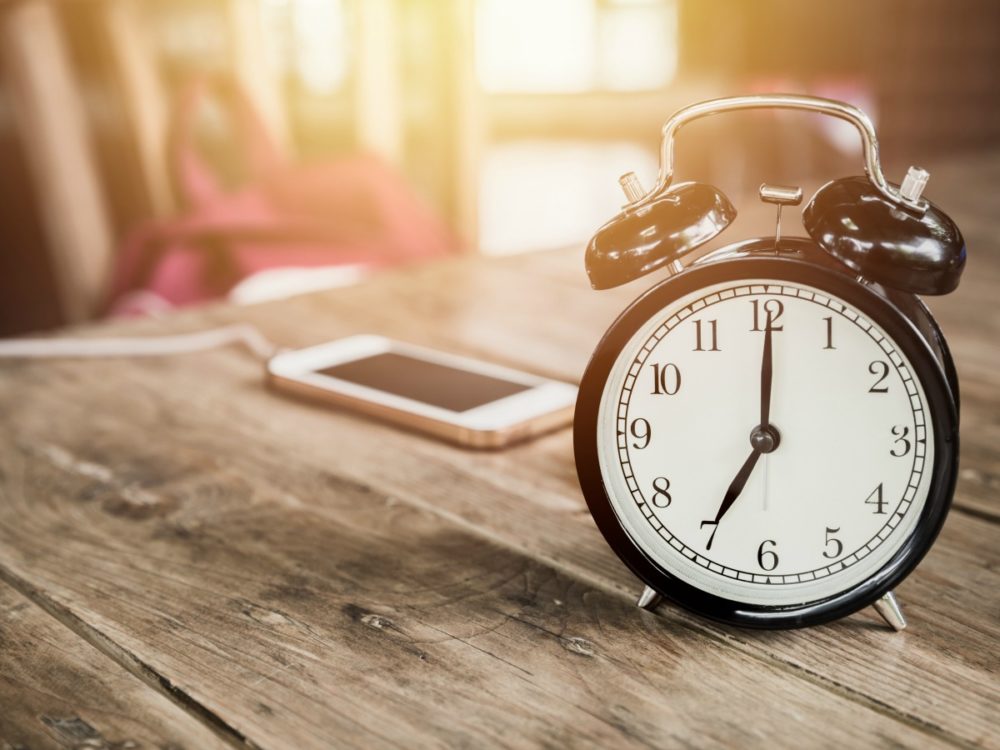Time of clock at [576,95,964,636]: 7:00
